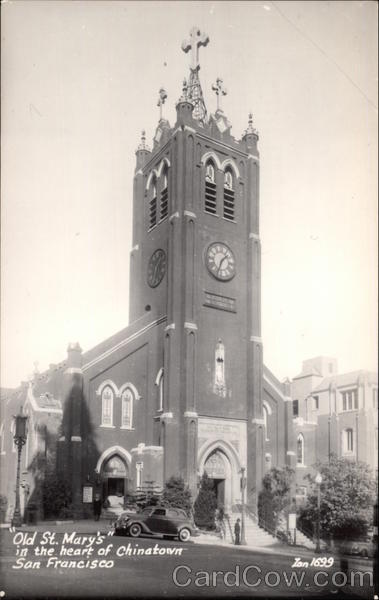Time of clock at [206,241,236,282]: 1:33
